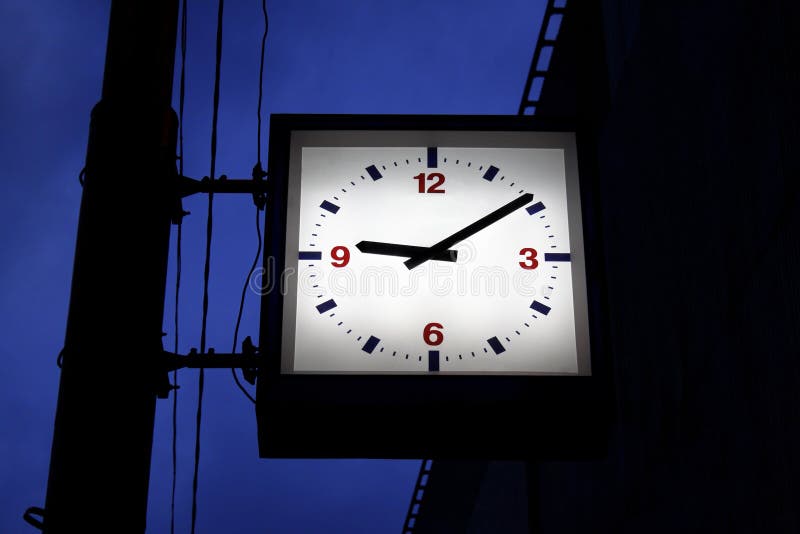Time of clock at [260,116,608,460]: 9:09
